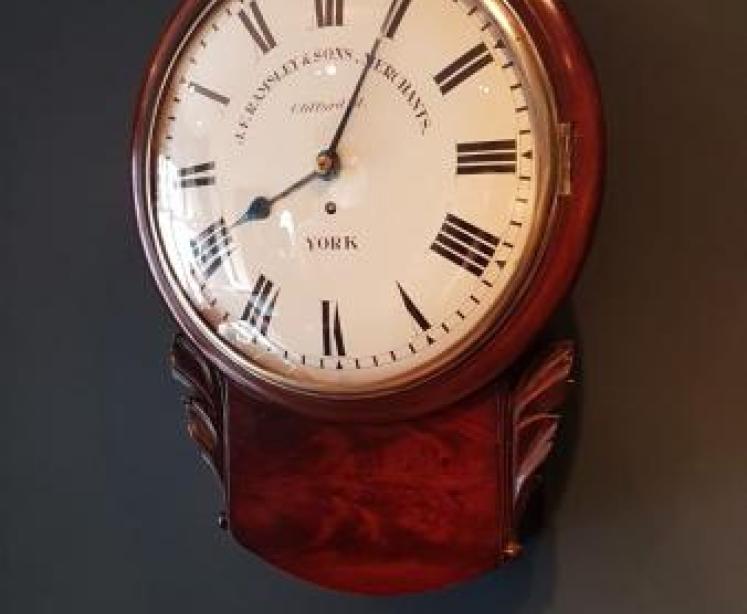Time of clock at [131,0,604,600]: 8:04
